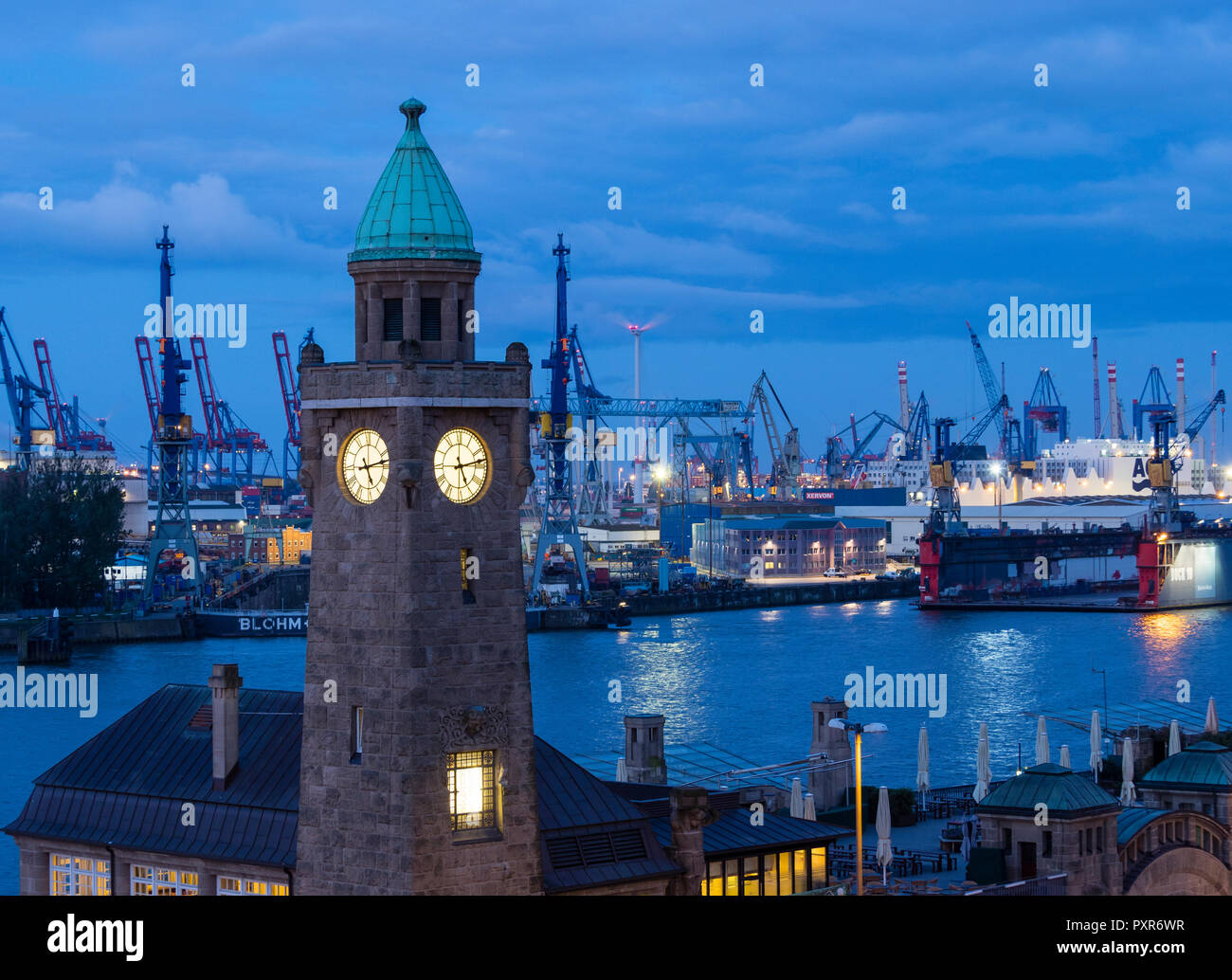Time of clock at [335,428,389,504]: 5:13
